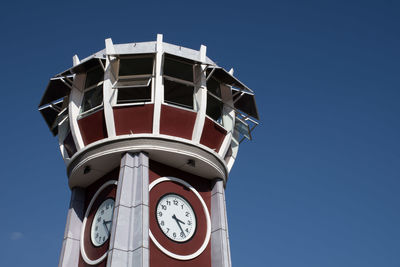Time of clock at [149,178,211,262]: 3:23
